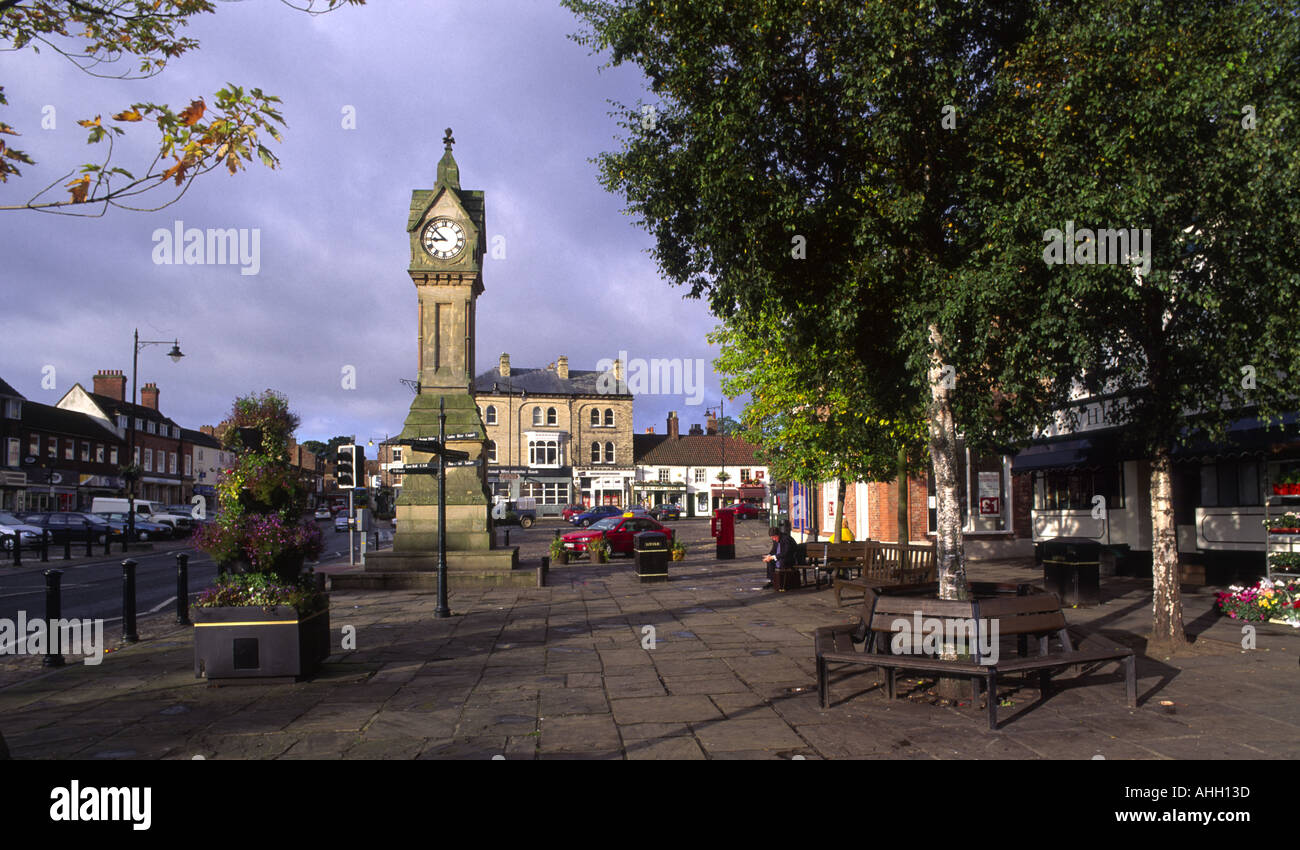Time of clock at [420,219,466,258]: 8:52
